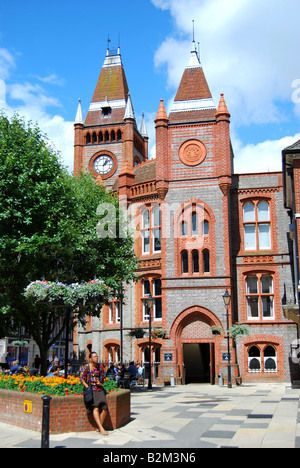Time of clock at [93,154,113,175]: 1:08
